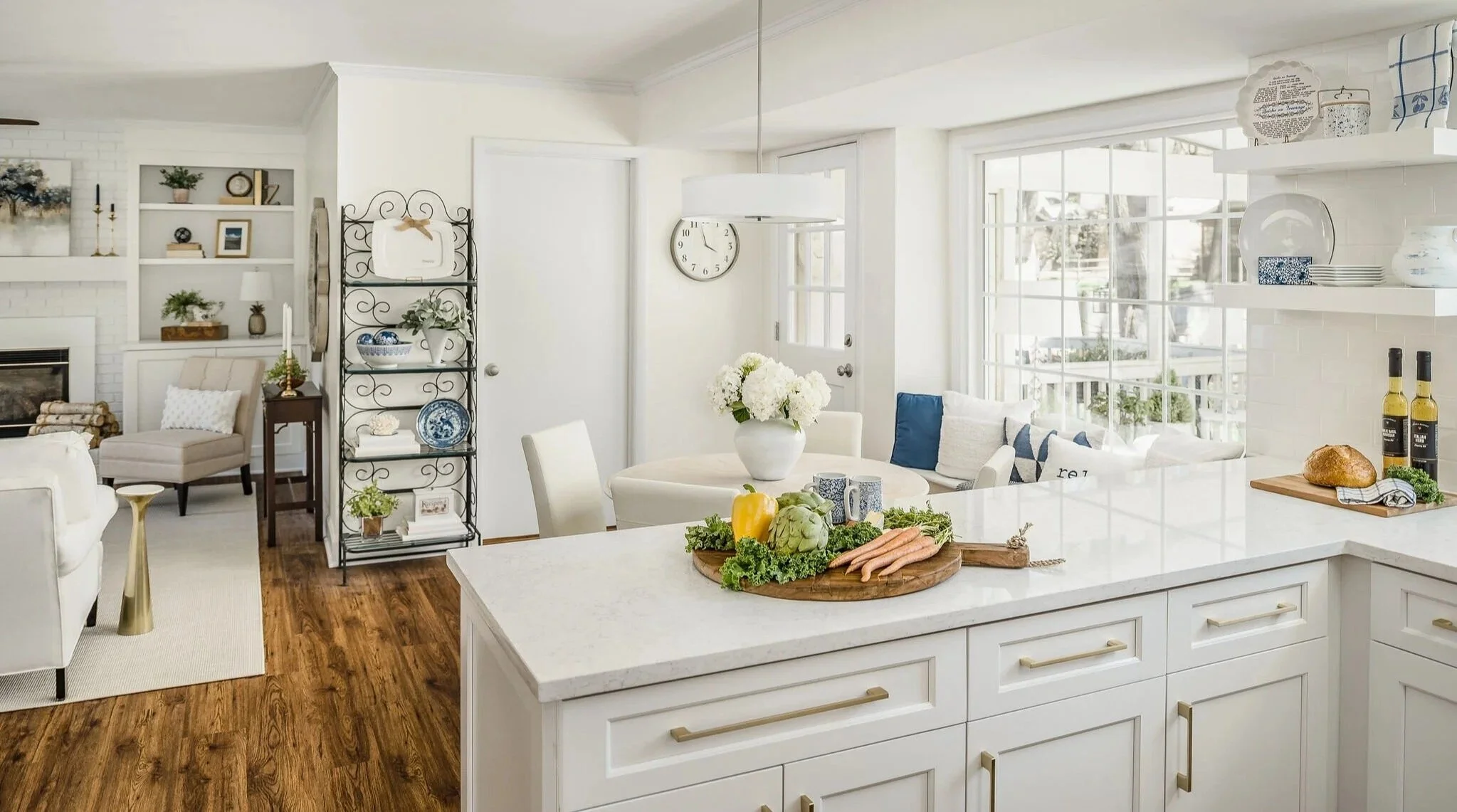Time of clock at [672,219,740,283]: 3:58
